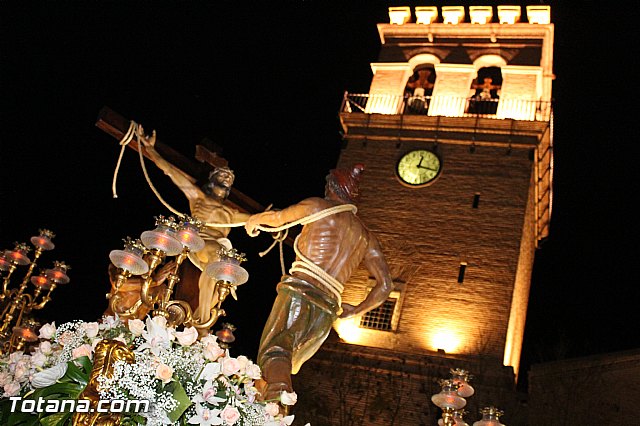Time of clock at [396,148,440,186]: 12:17
